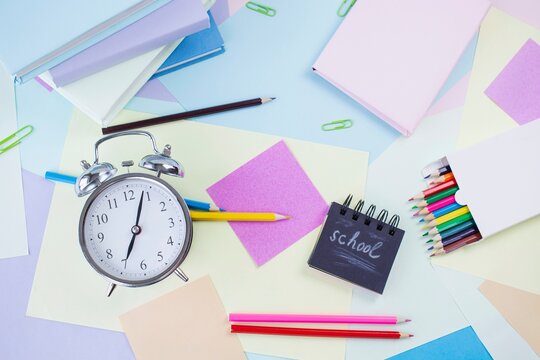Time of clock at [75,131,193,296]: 7:03
